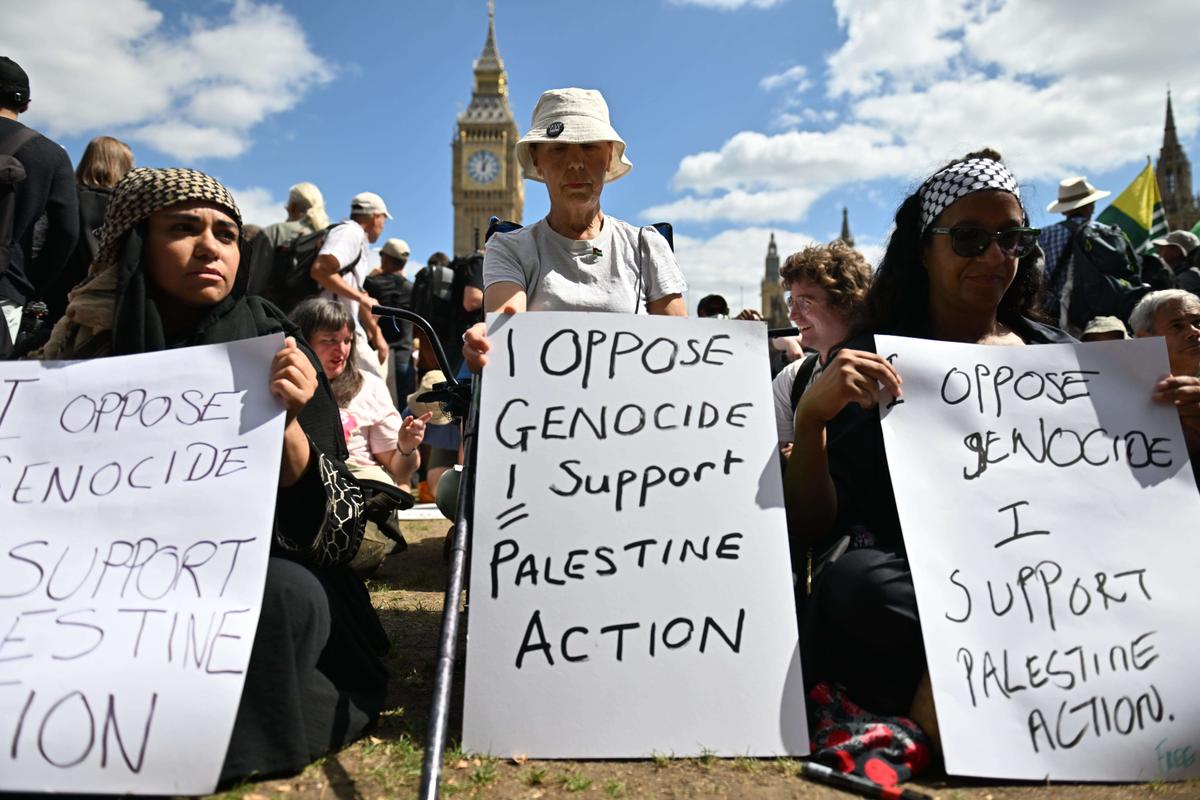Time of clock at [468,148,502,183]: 12:59
